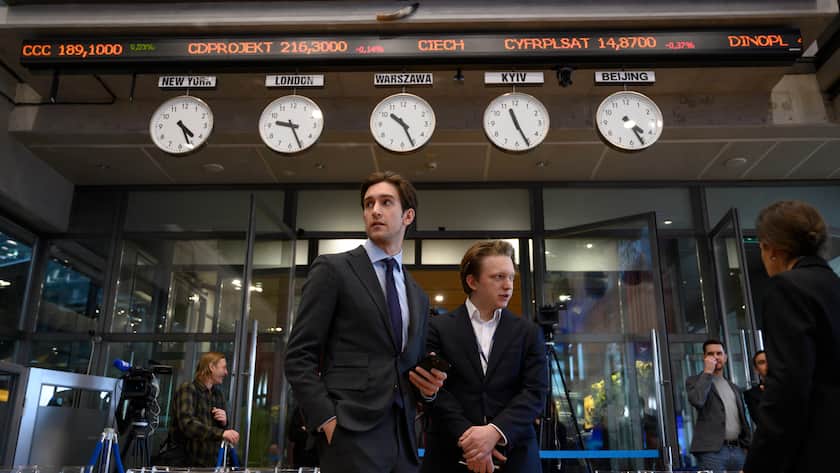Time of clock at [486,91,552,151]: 11:25
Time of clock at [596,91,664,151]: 4:25
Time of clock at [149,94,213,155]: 4:26
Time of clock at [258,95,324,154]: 9:25
